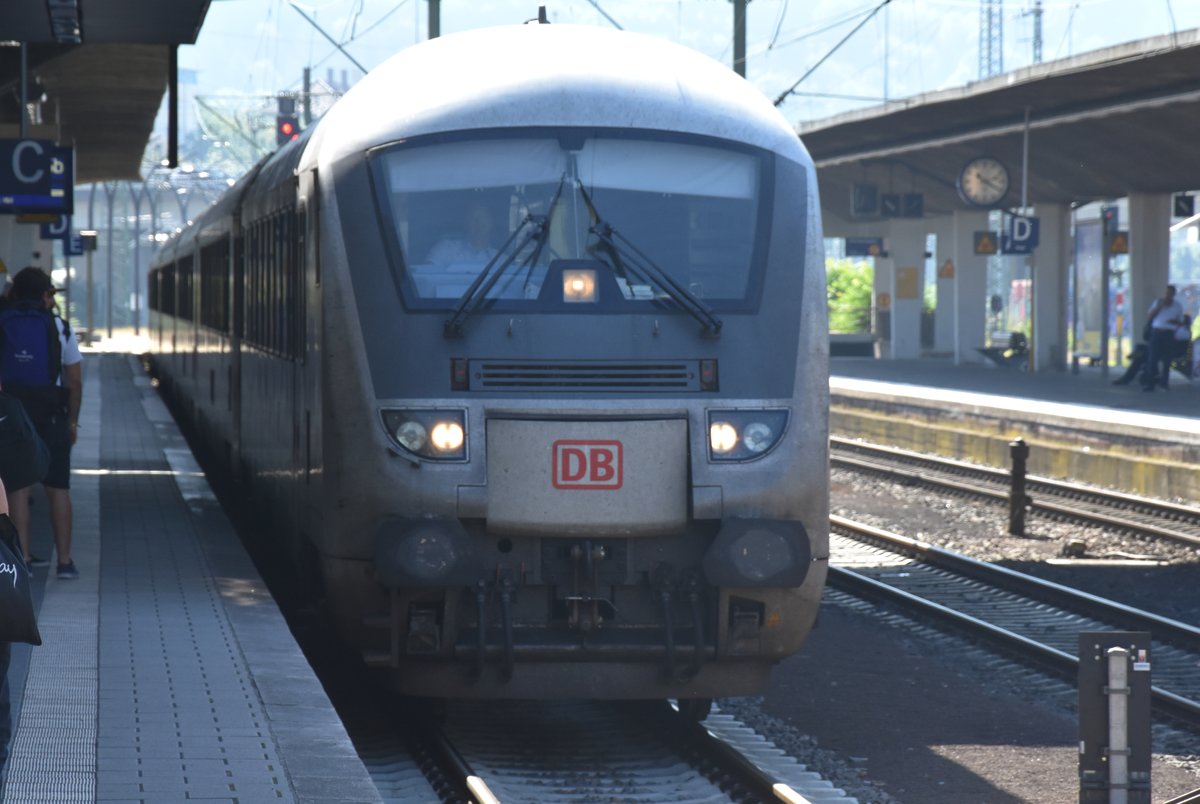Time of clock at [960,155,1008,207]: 4:12
